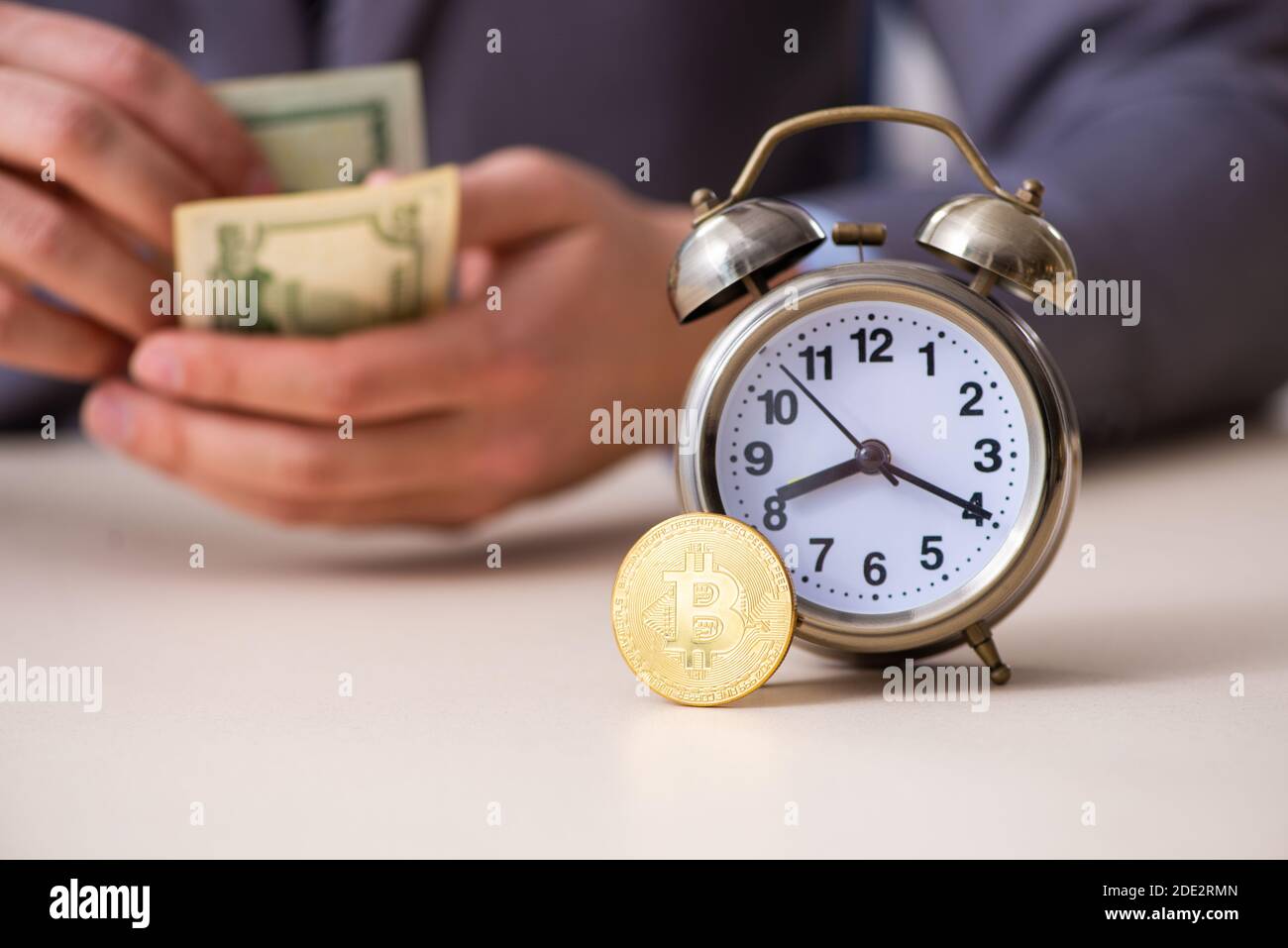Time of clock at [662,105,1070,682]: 8:19
